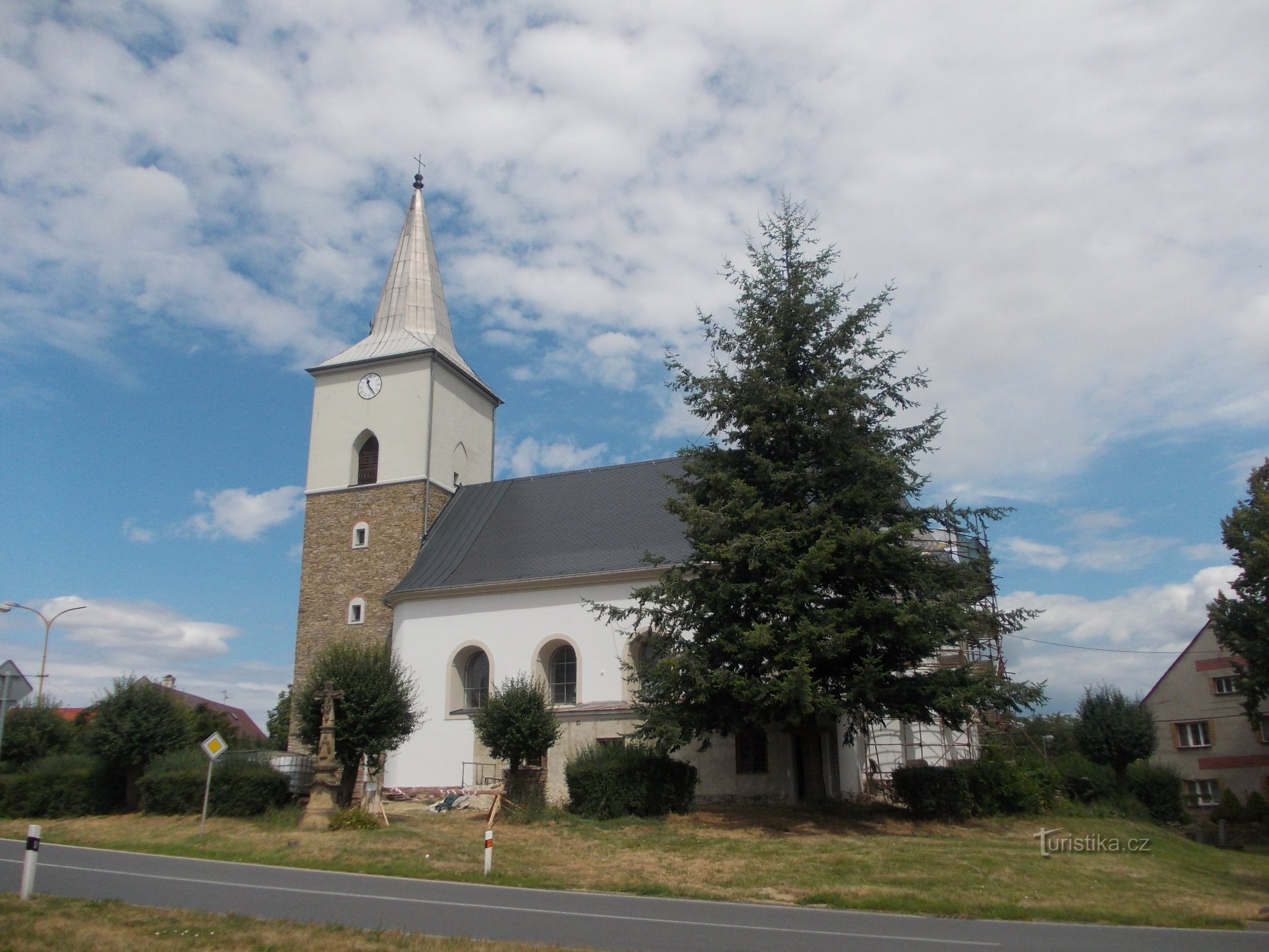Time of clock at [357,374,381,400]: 11:23
